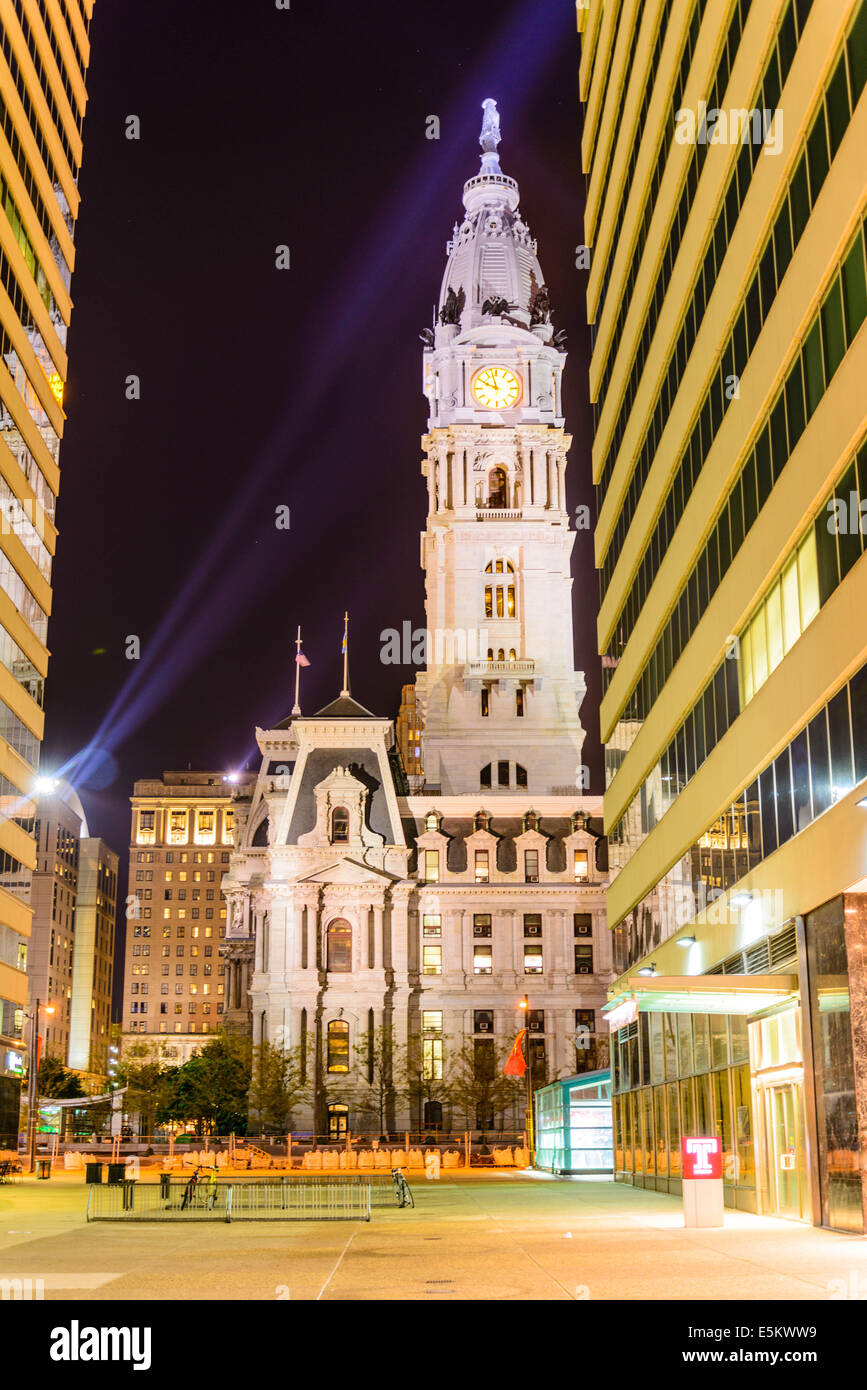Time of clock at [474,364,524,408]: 9:57
